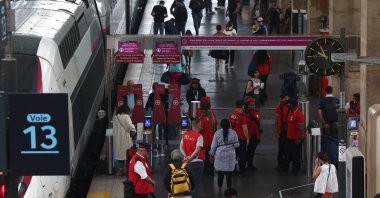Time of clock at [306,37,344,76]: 9:55
